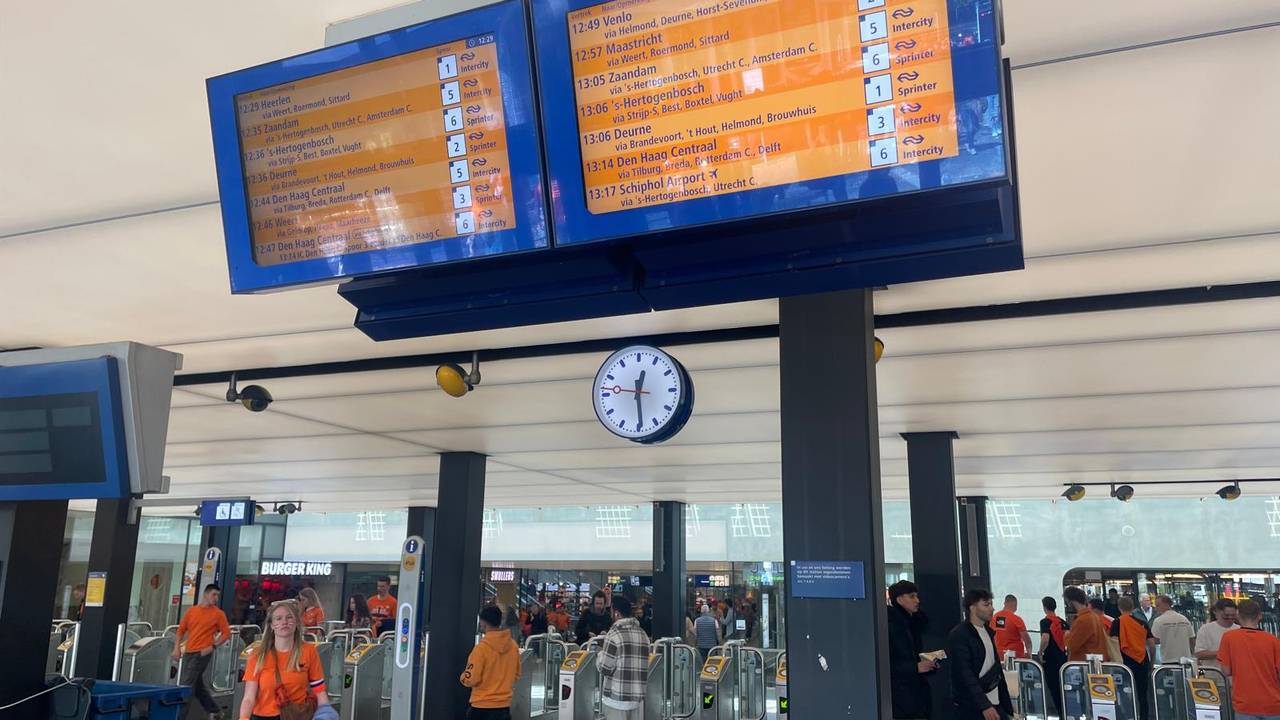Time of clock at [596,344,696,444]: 12:29
